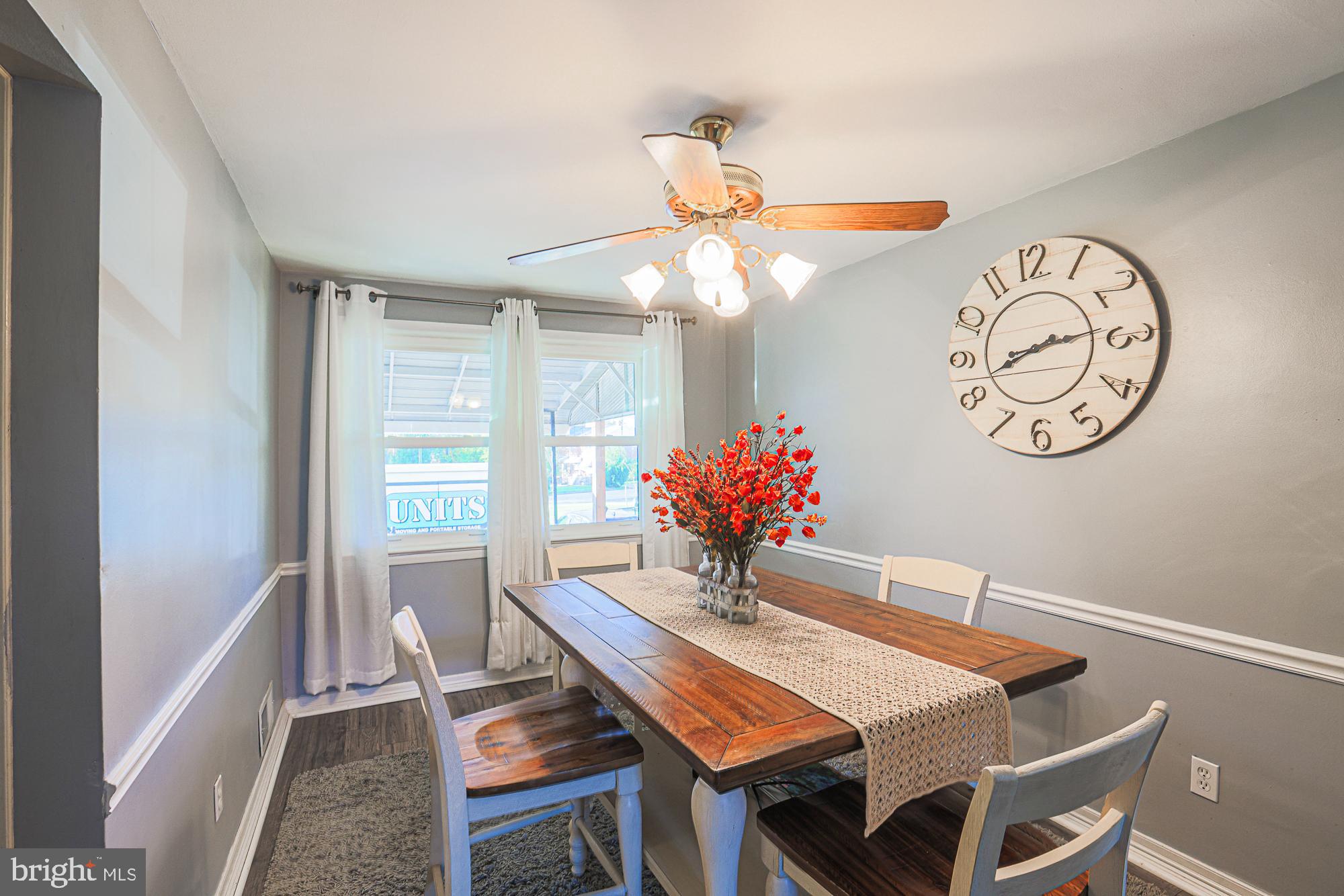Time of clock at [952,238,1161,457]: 8:14
